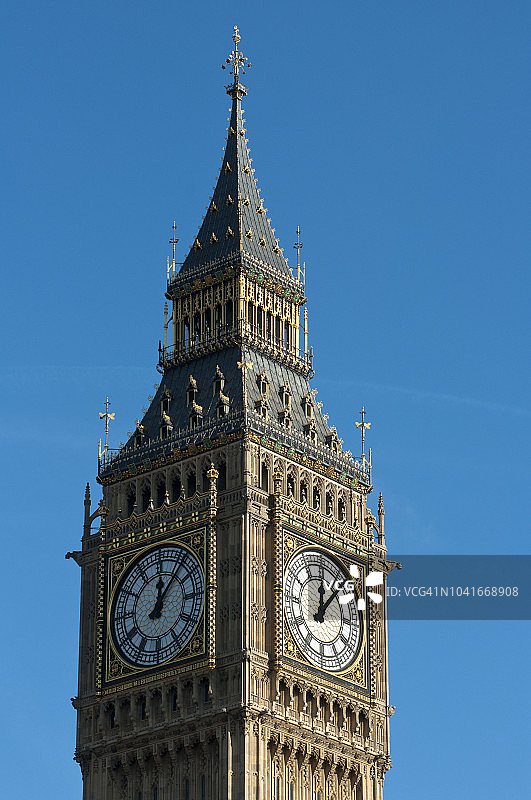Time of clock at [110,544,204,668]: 12:06
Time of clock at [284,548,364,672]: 12:06
